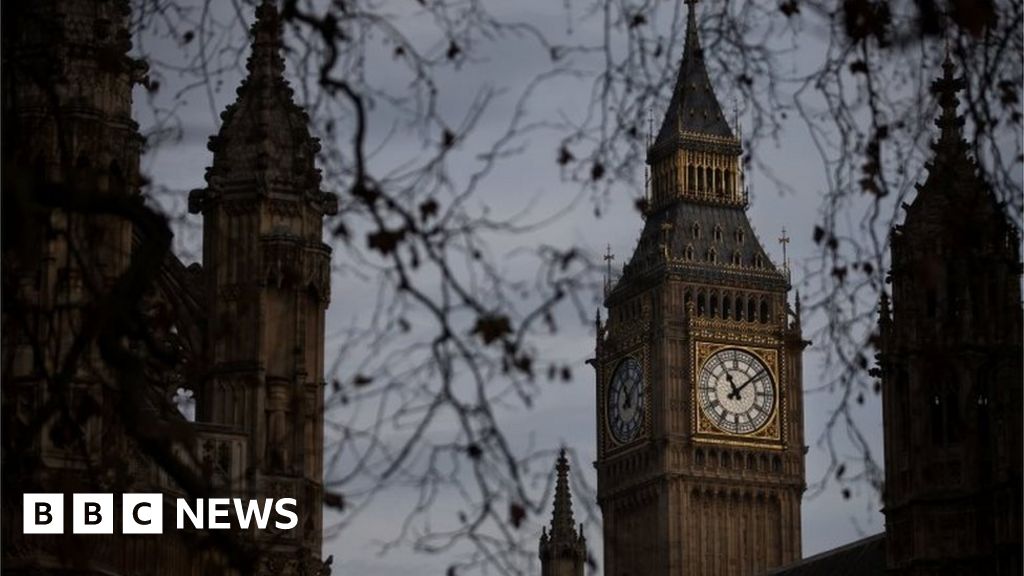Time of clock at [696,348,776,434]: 11:08
